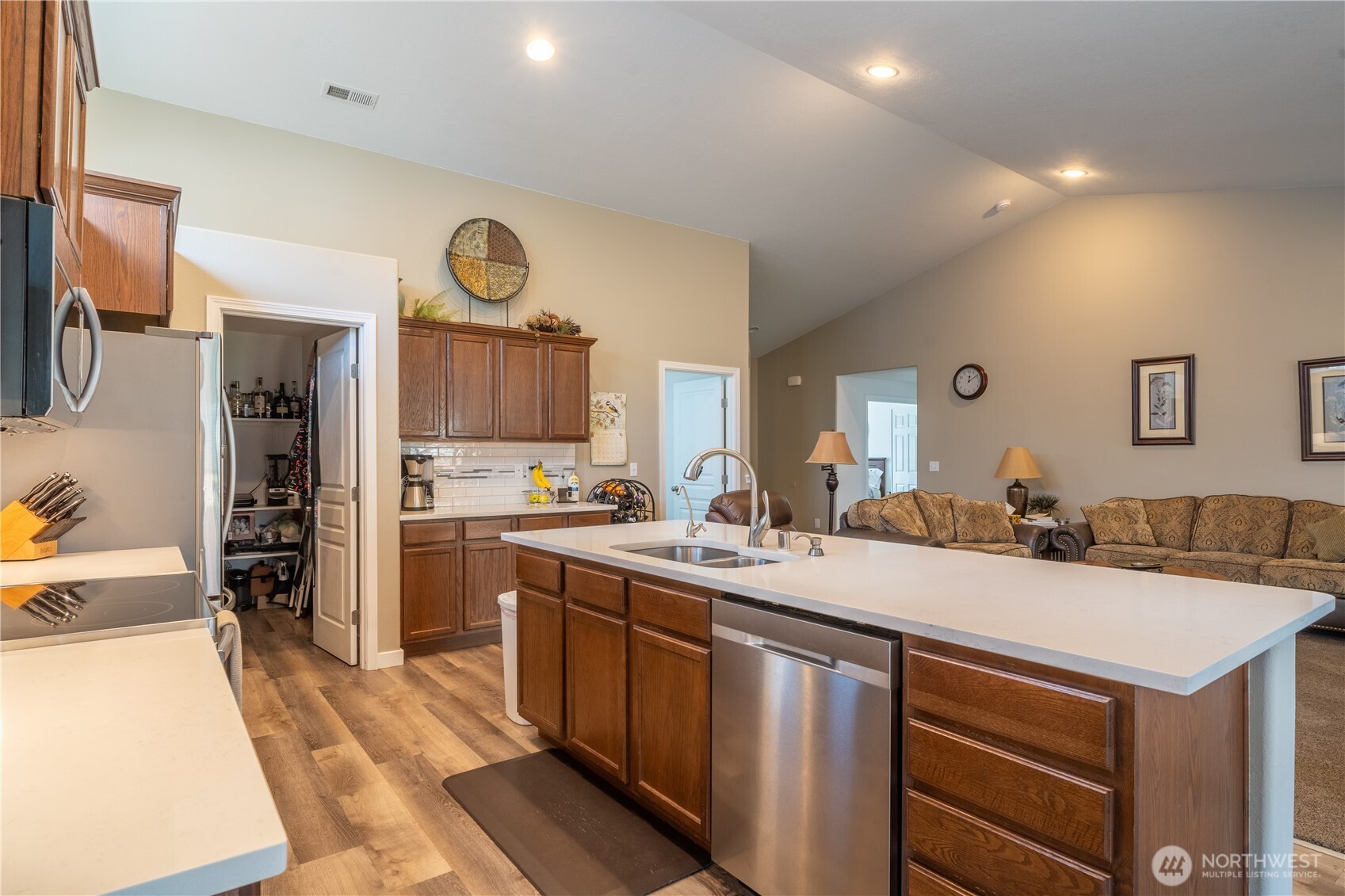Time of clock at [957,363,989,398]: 12:09
